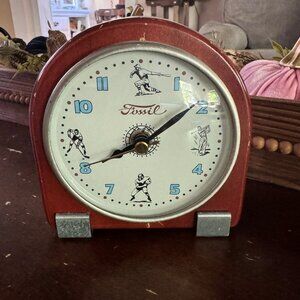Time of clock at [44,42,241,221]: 8:08
